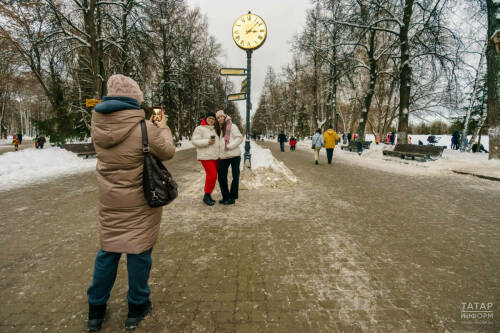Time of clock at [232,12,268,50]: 3:07
